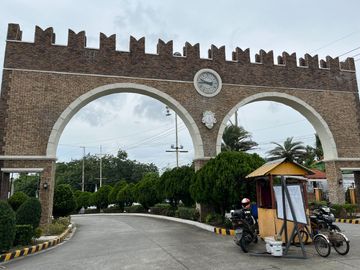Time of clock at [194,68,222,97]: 9:44
